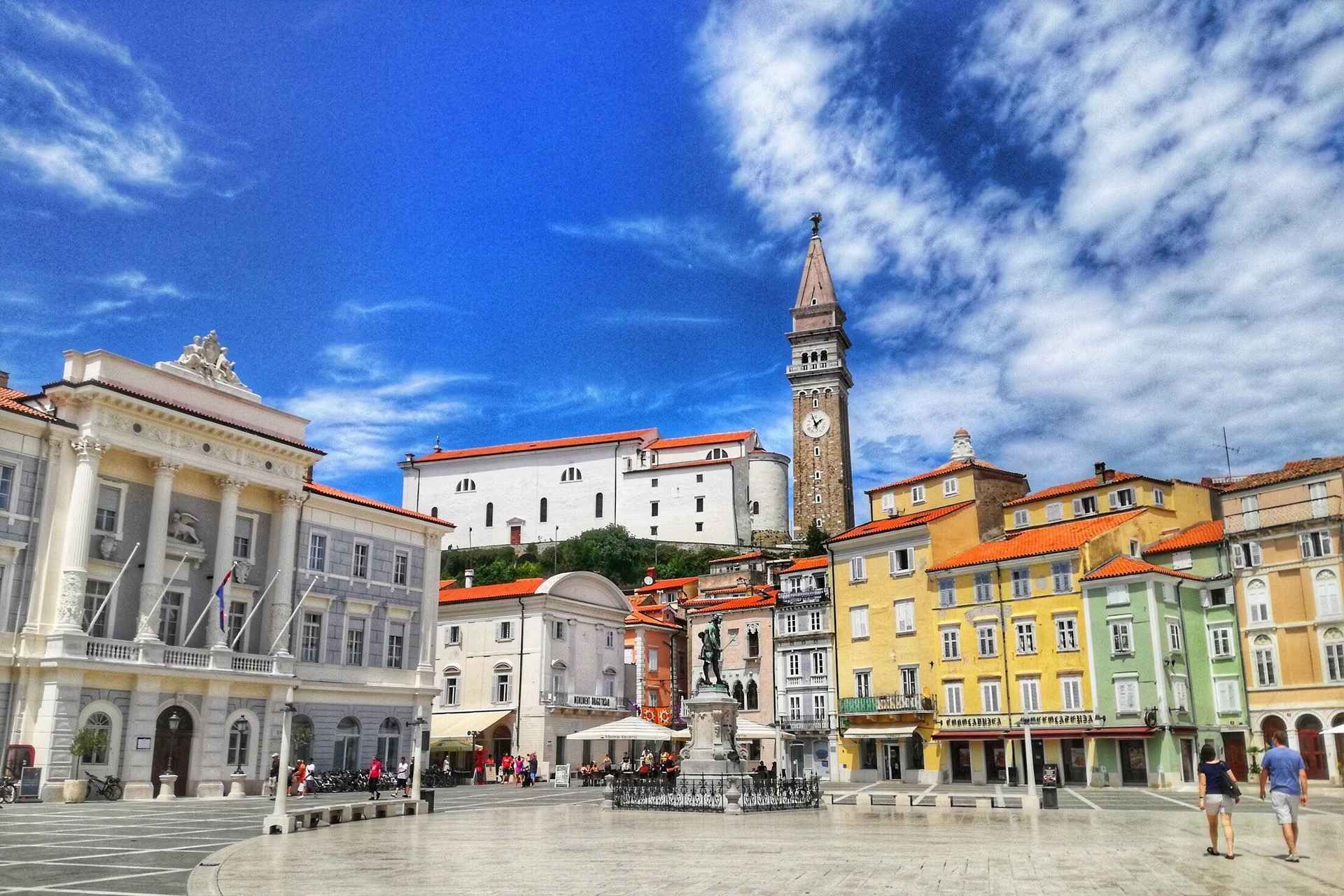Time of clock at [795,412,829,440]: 1:56
